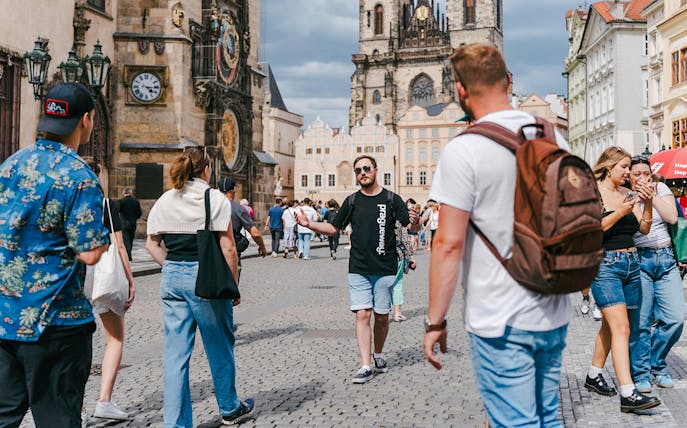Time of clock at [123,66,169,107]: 4:15
